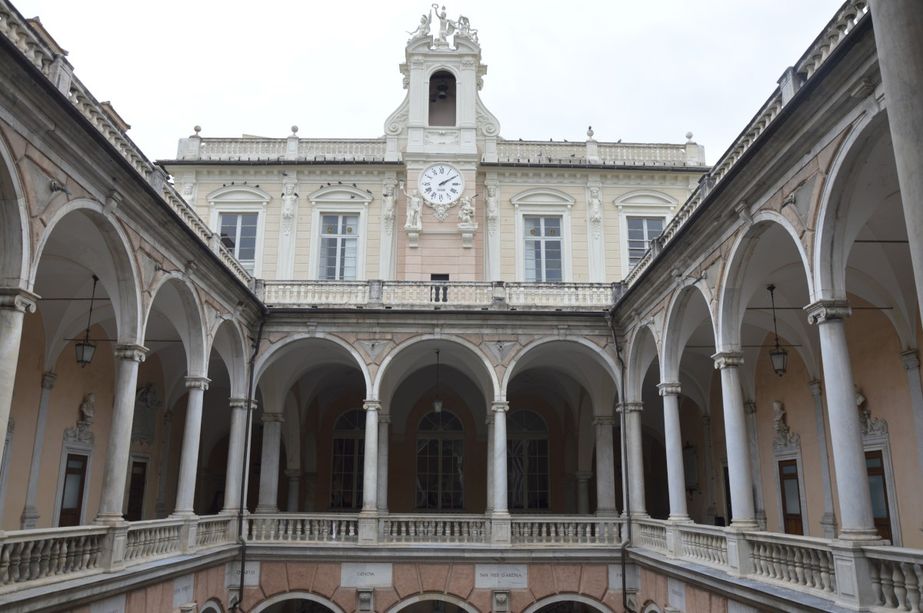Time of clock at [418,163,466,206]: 2:09
